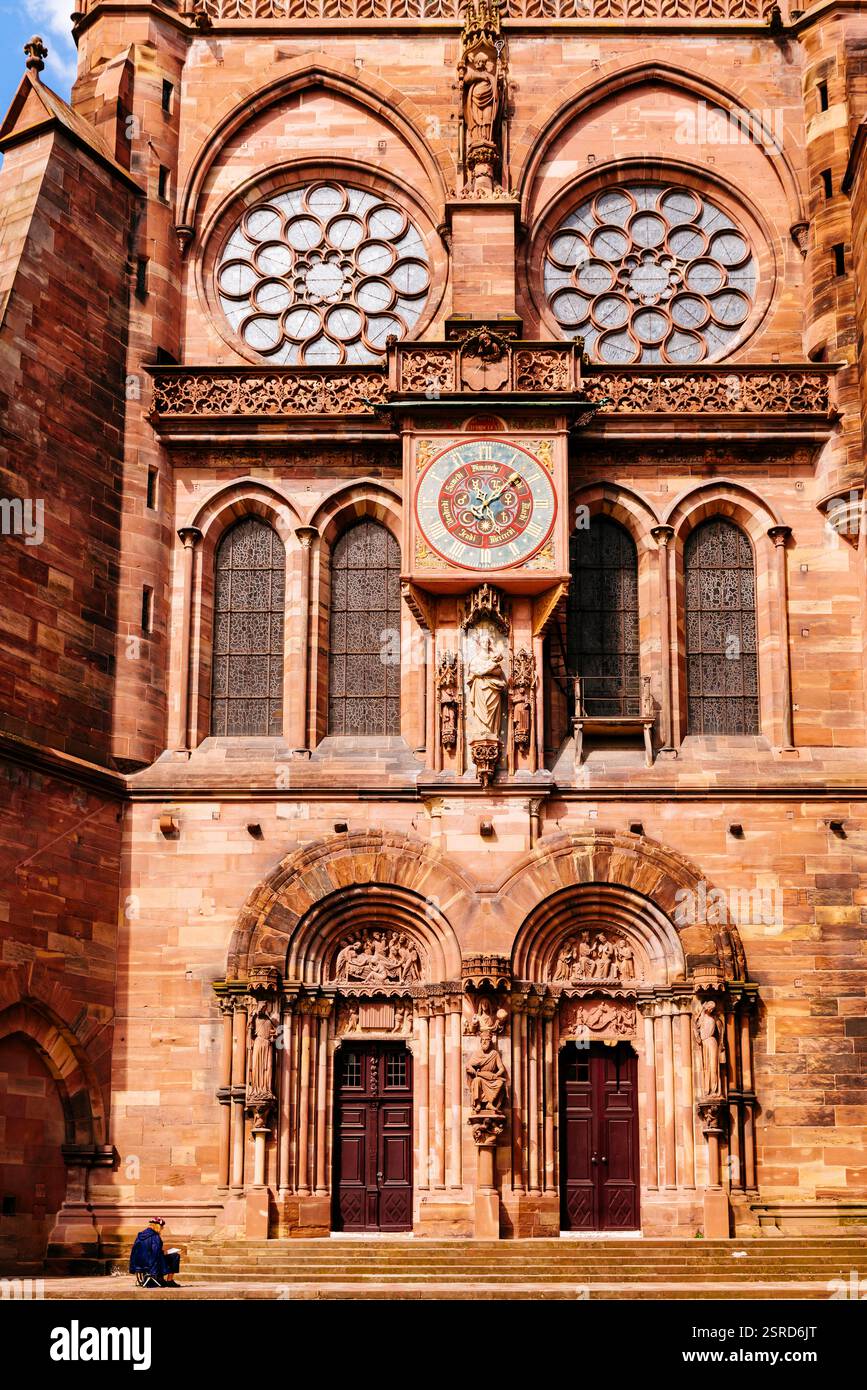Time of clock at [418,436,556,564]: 2:07
